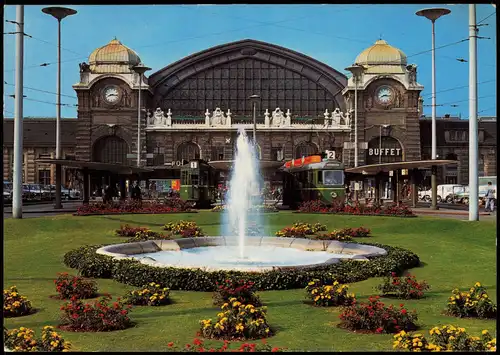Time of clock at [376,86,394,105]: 8:16
